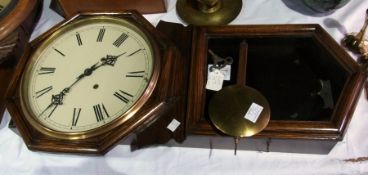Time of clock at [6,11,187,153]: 1:36
